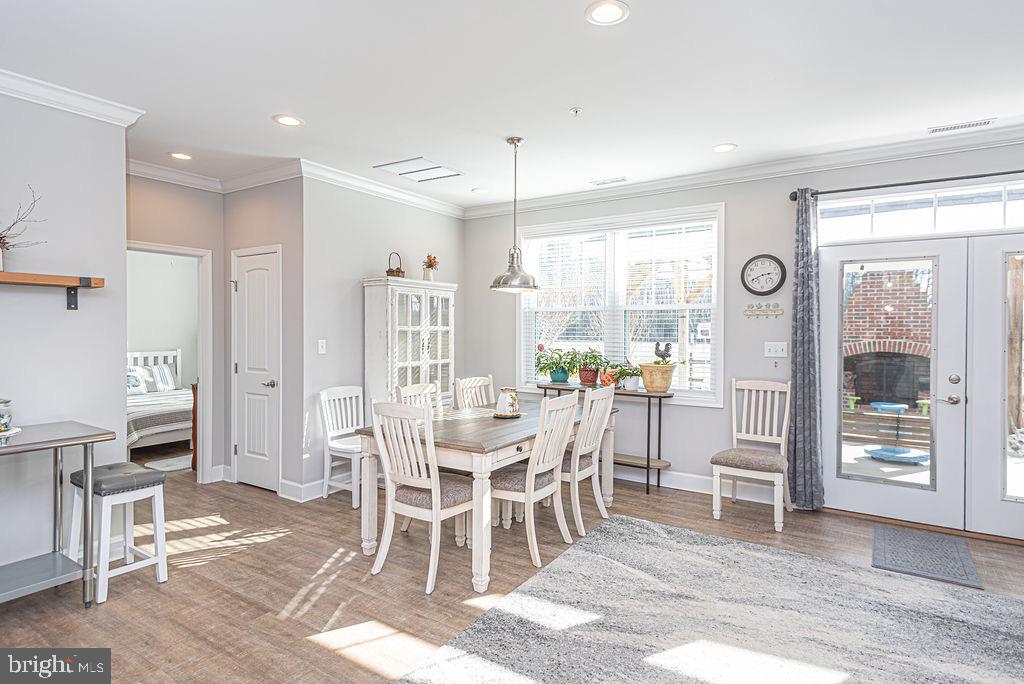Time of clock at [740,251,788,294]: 2:40
